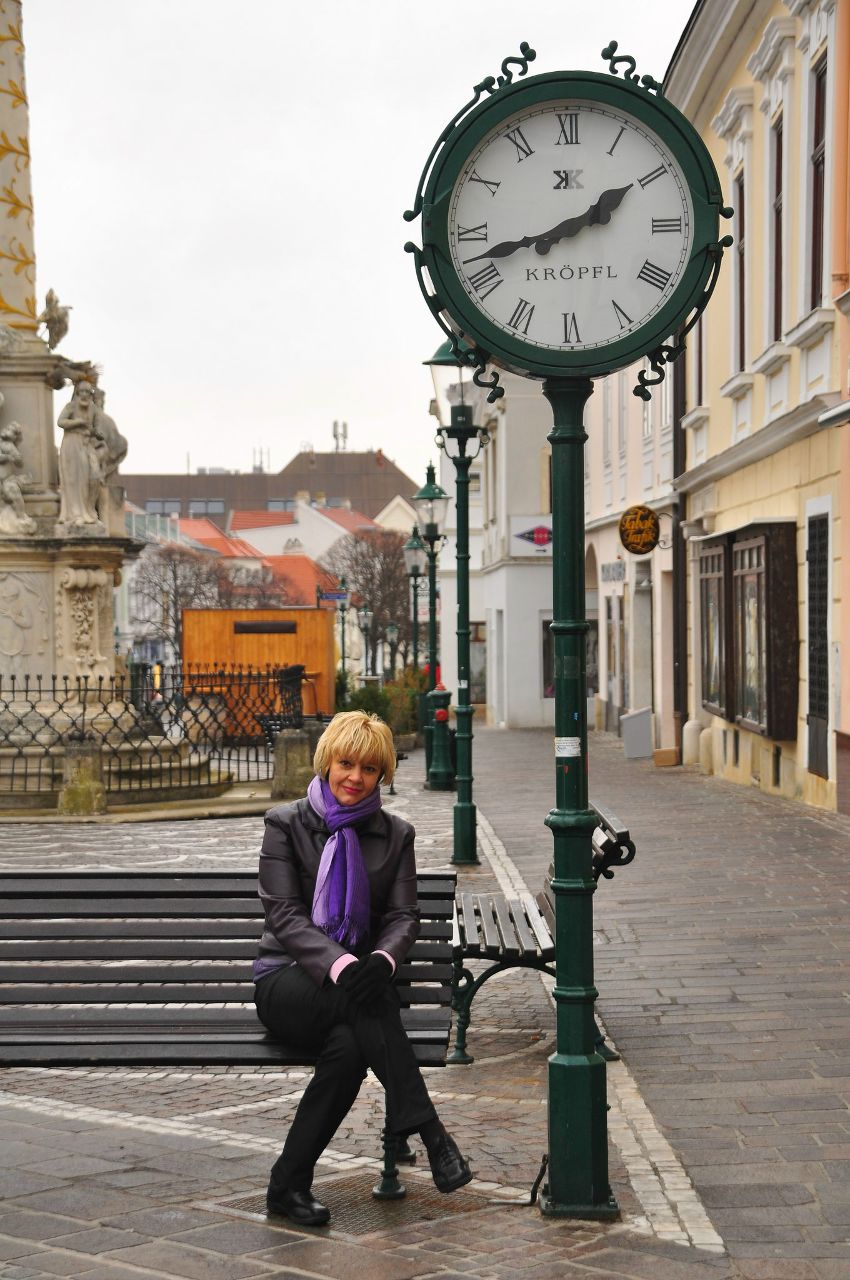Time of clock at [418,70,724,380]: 1:42
